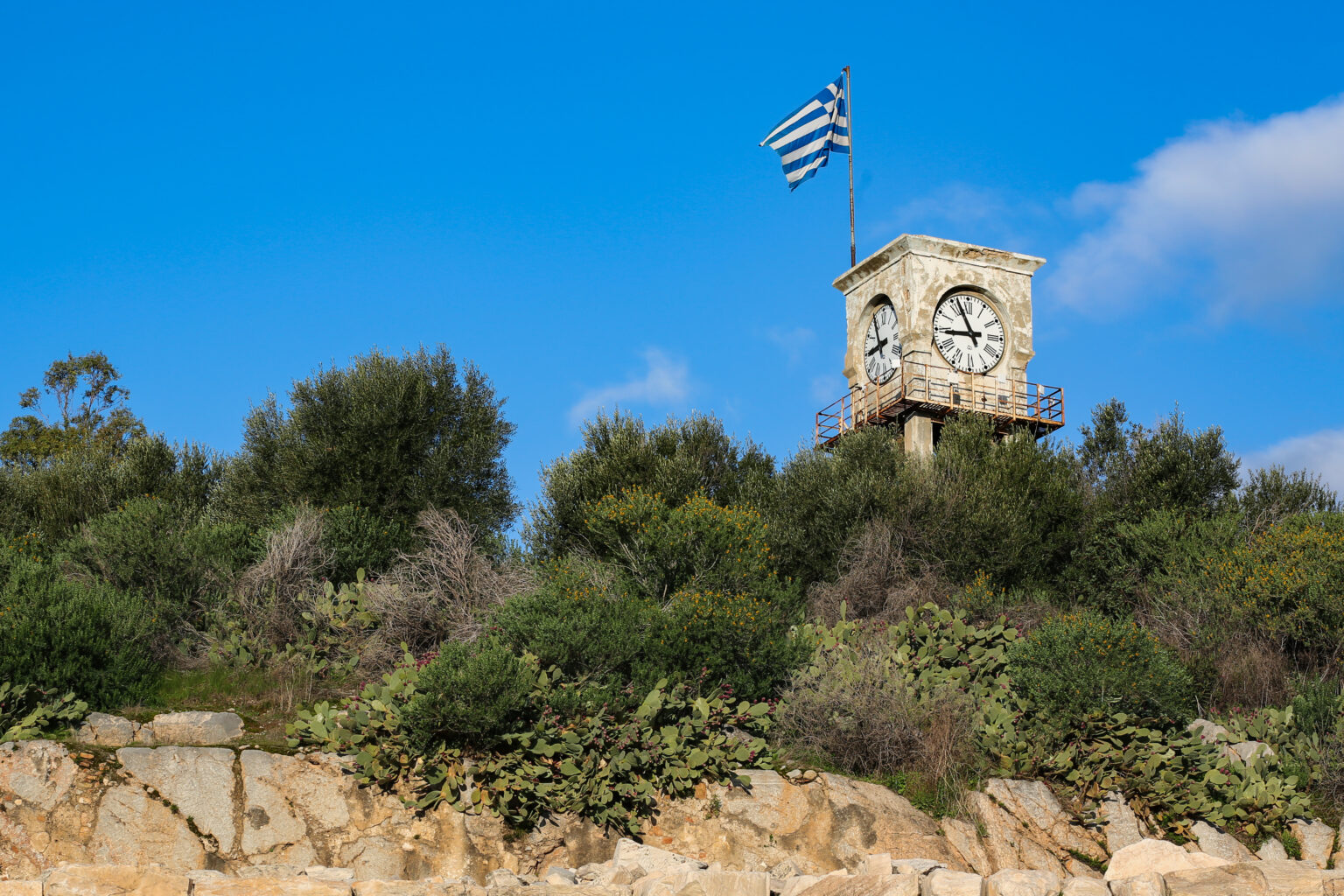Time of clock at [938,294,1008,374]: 8:56
